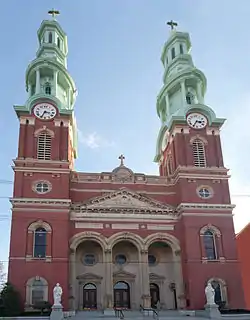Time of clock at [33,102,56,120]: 3:34
